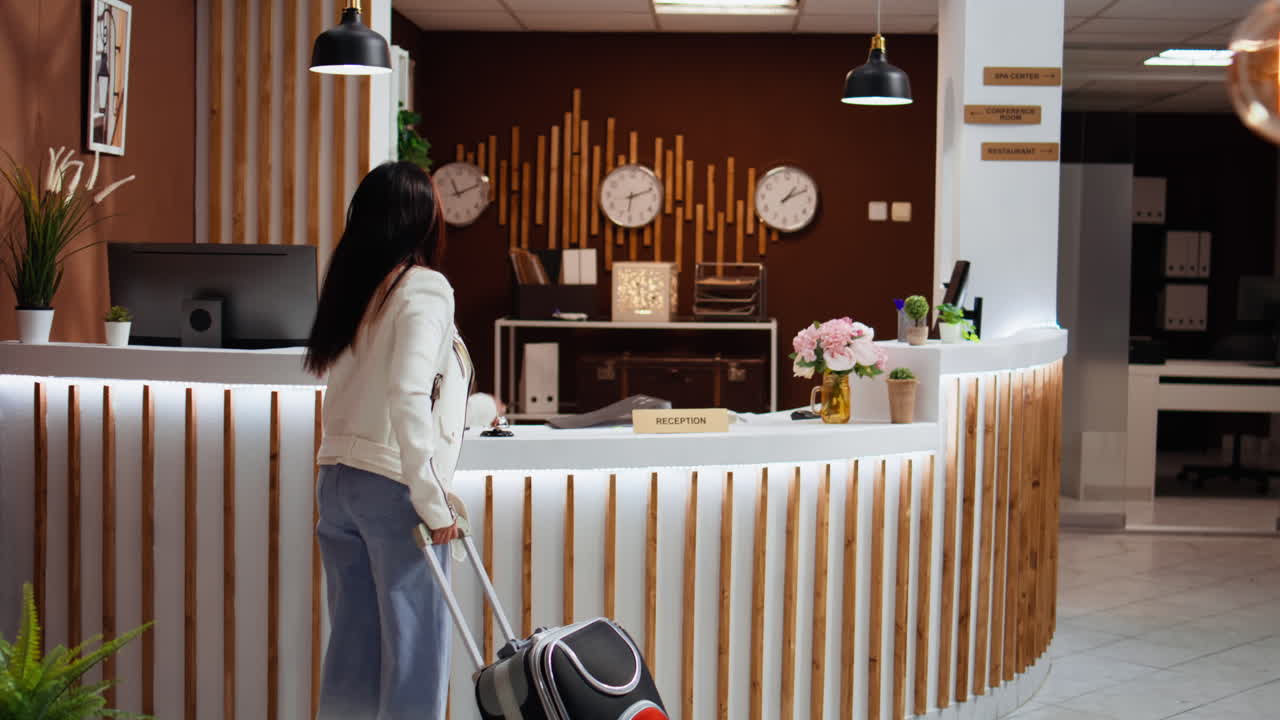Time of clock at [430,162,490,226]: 11:11
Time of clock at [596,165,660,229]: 6:11
